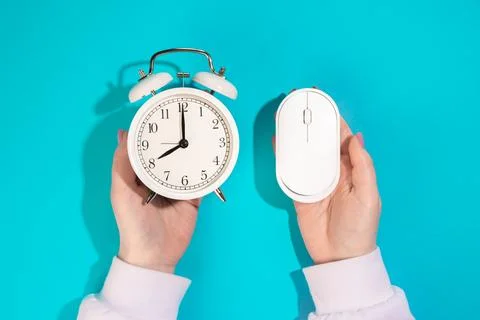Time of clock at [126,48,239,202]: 8:00
